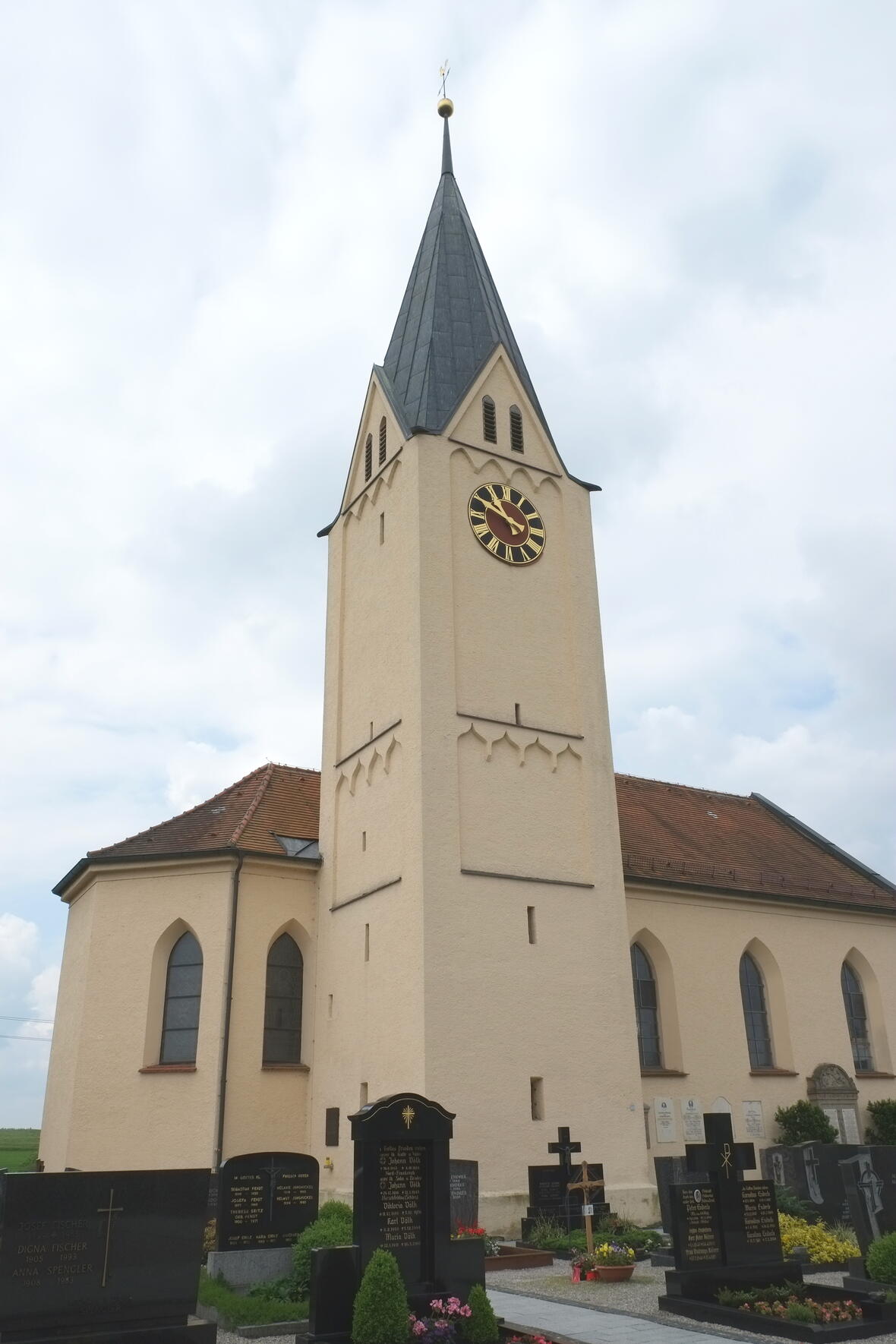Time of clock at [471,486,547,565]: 10:49
